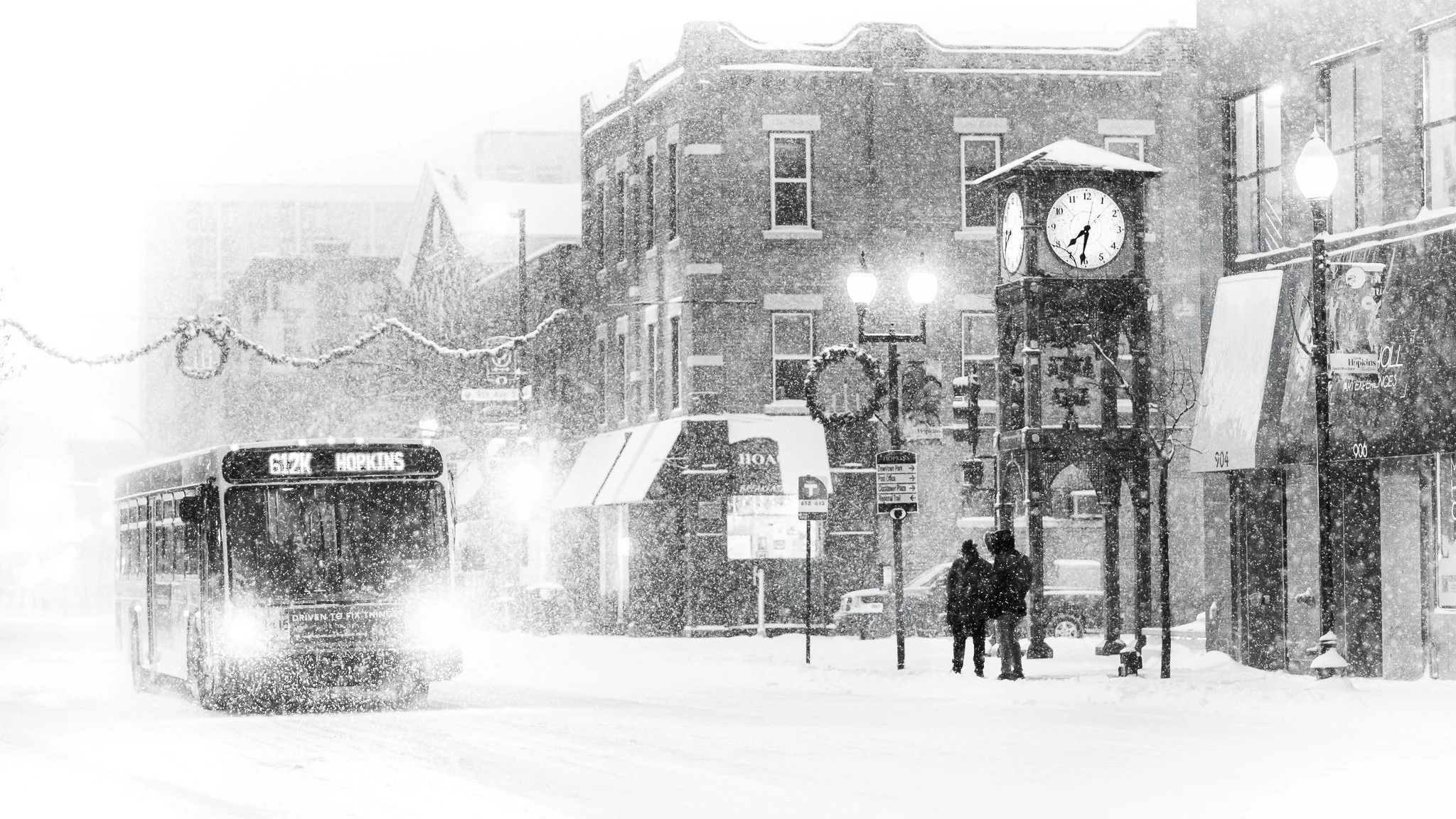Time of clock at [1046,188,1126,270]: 7:31
